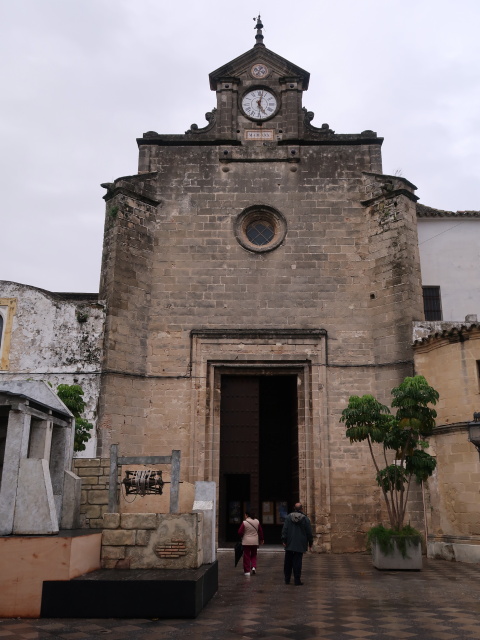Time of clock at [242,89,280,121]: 5:02
